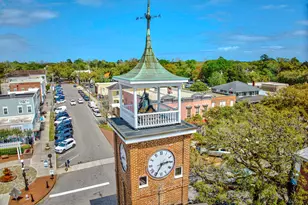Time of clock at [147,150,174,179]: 2:35
